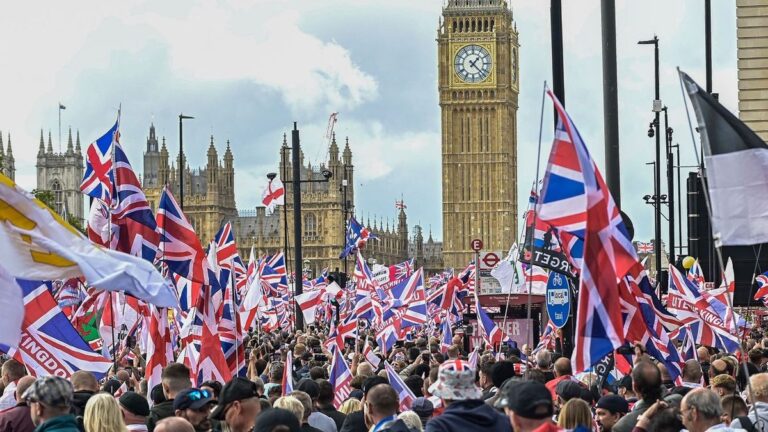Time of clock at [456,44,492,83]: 1:22
